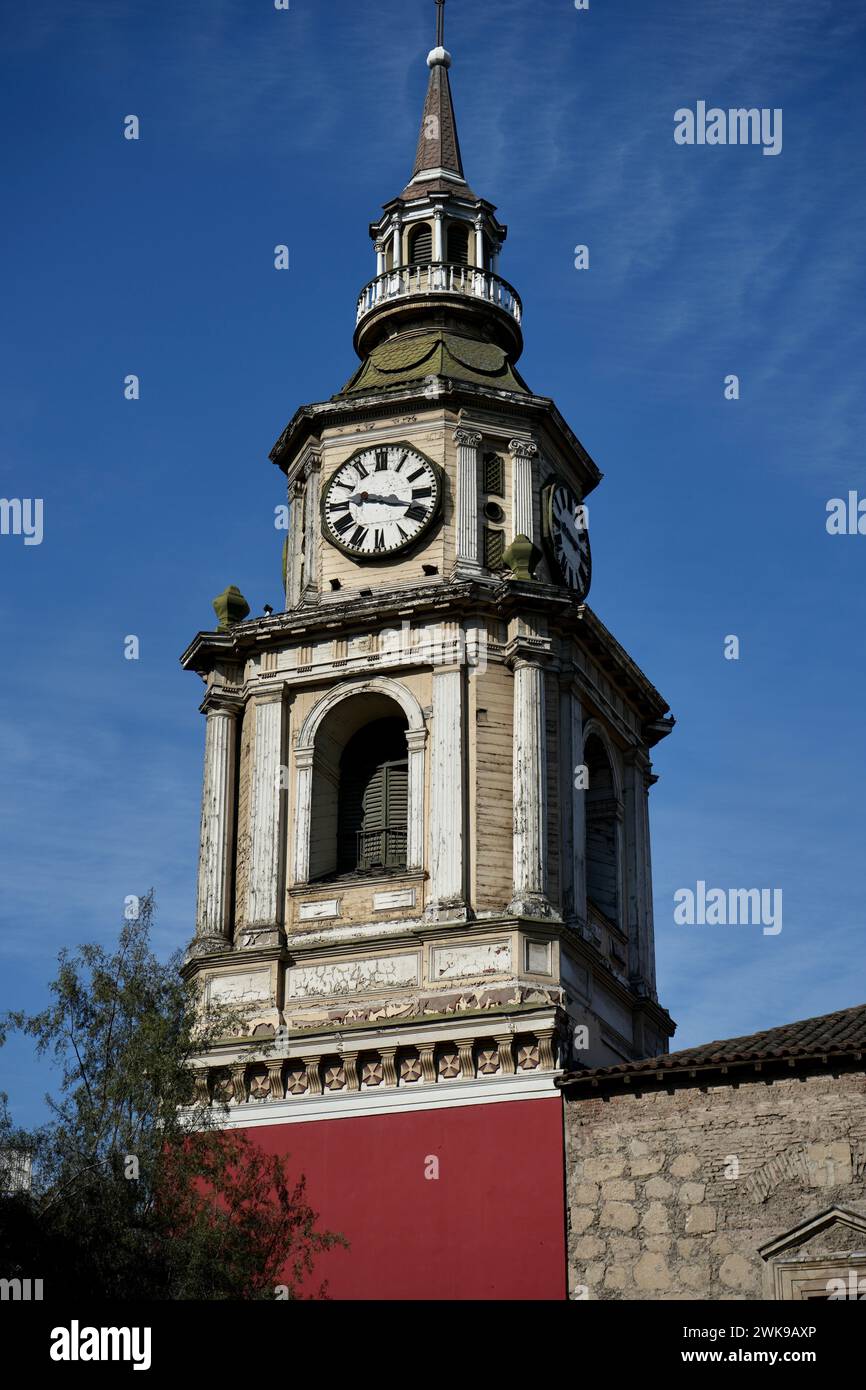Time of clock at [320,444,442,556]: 9:18
